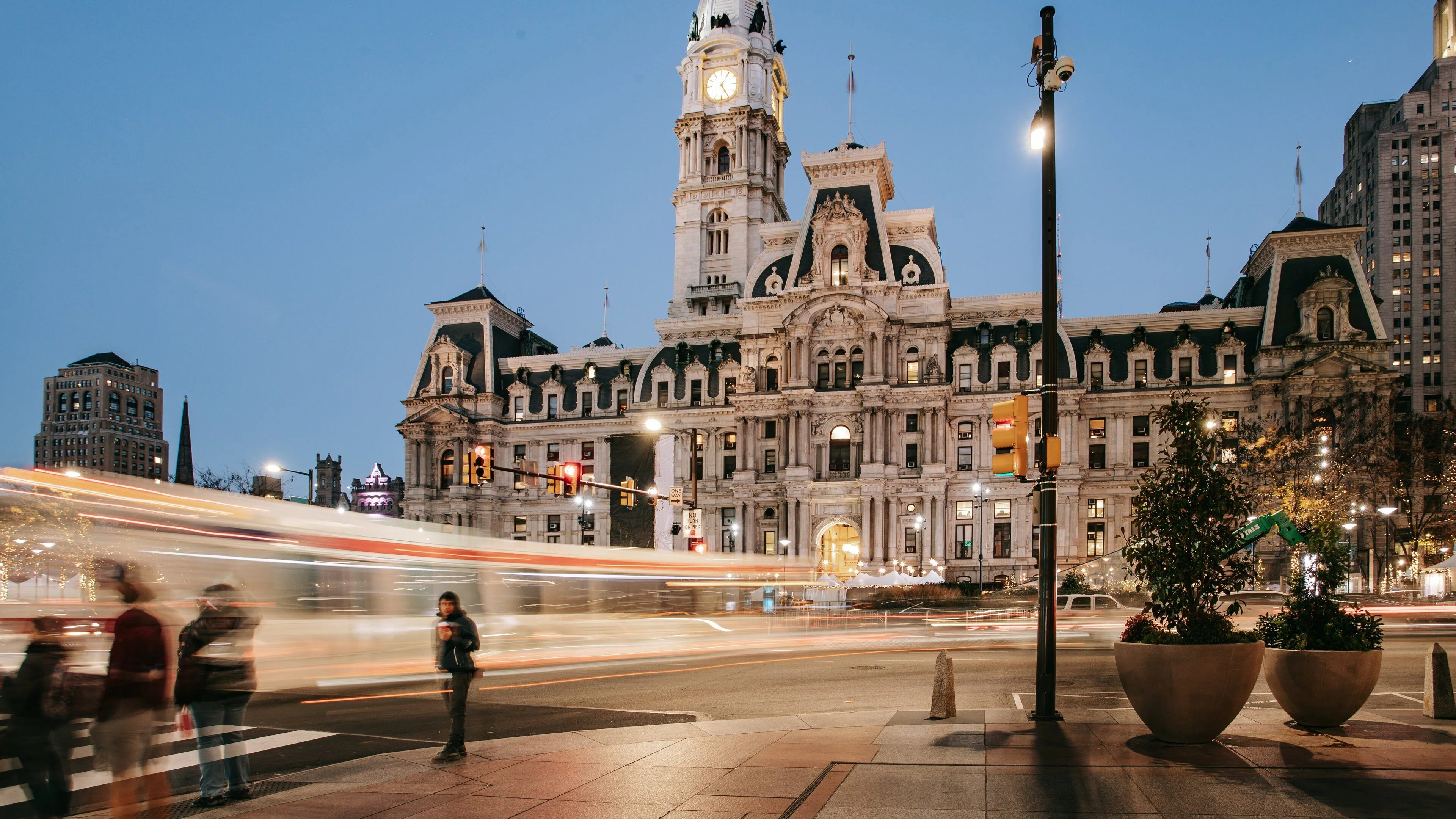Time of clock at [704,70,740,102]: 5:05
